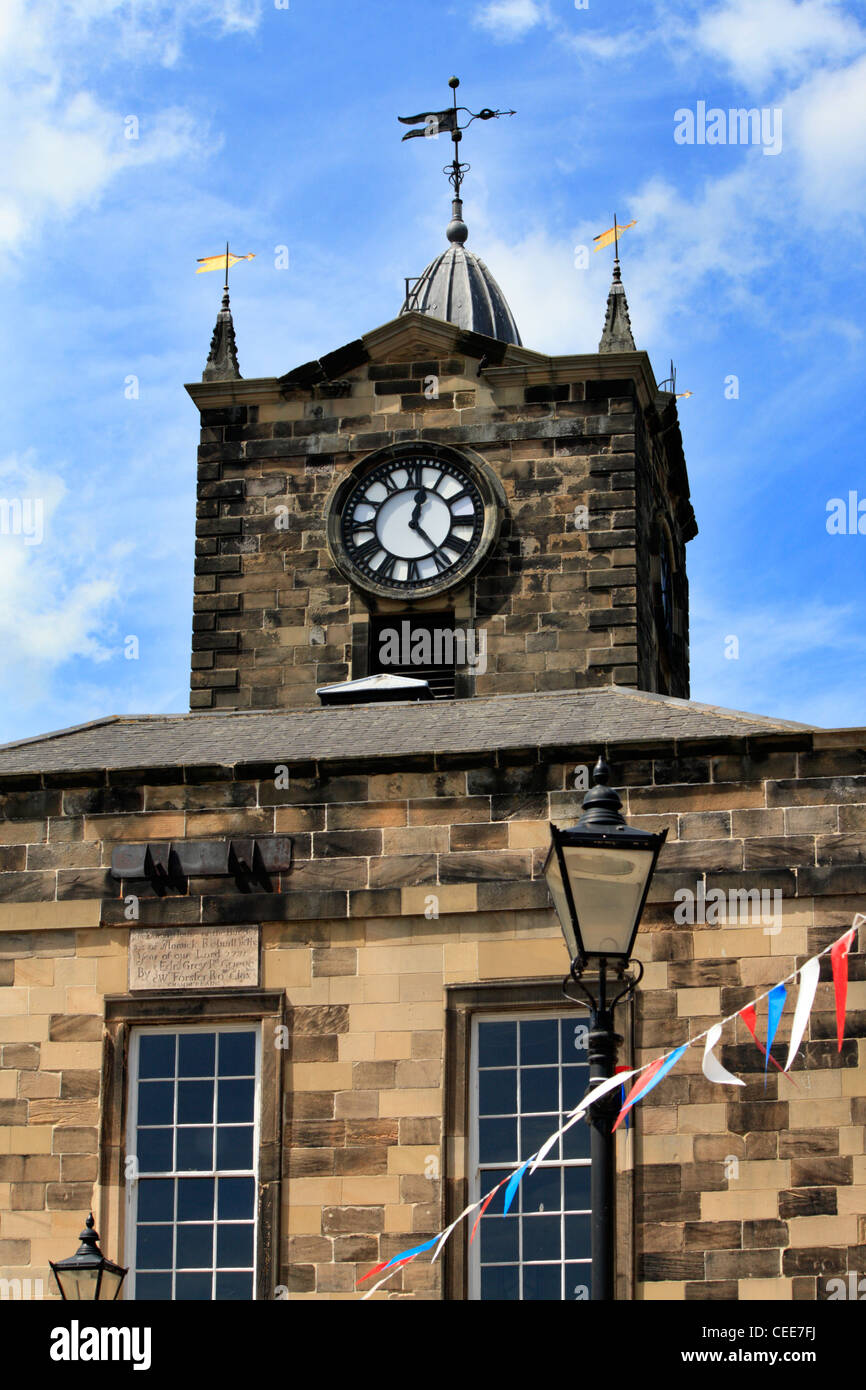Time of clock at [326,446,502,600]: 12:23
